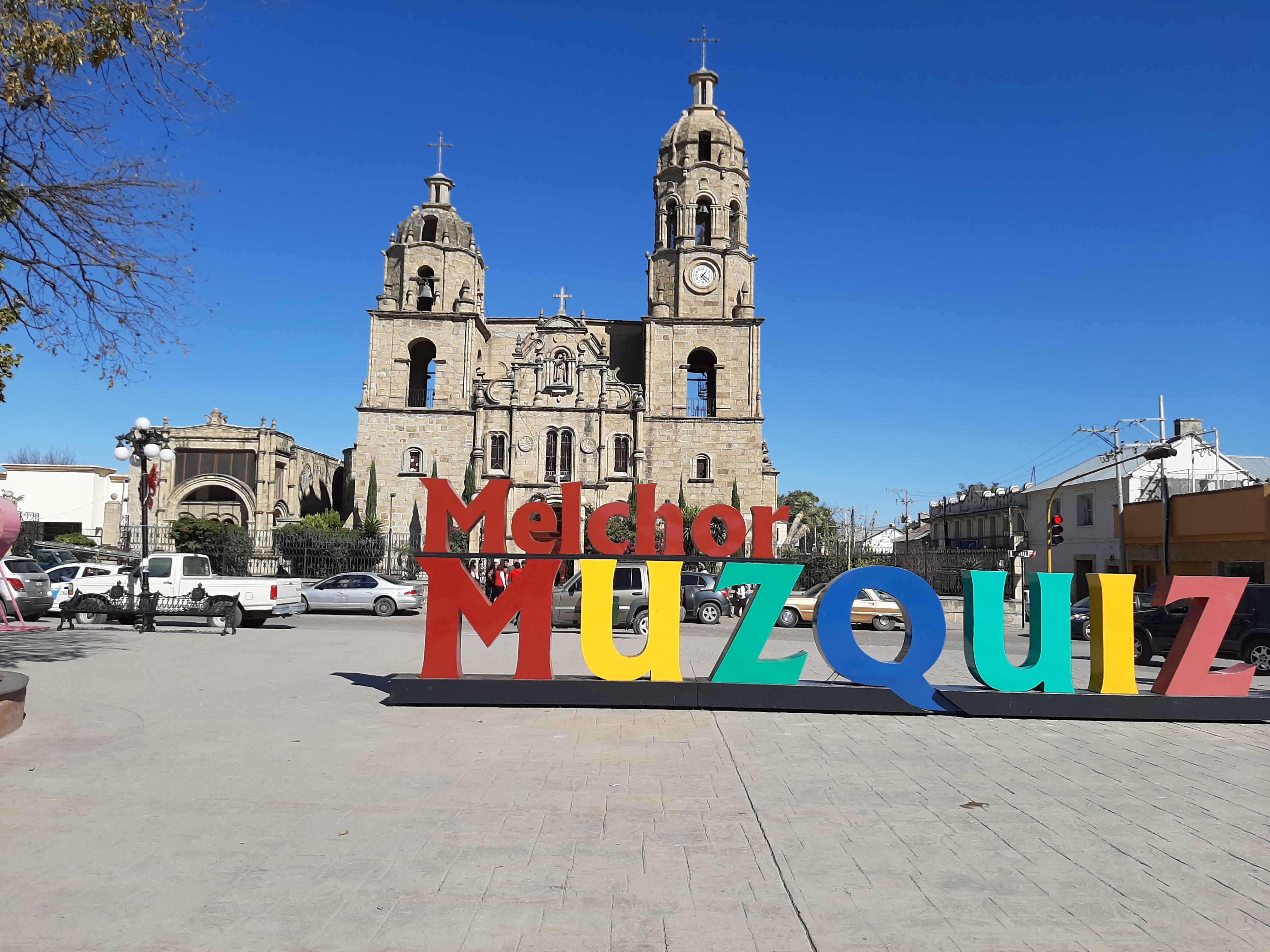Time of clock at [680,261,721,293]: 1:21
